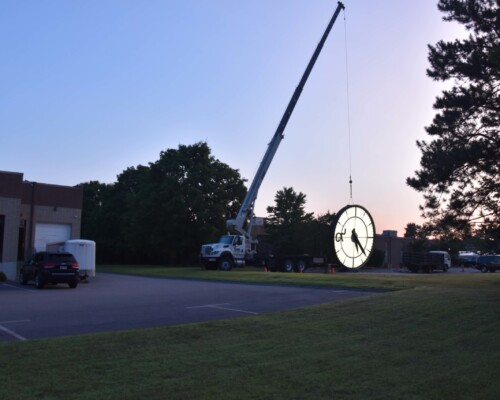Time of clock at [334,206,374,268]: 5:22
